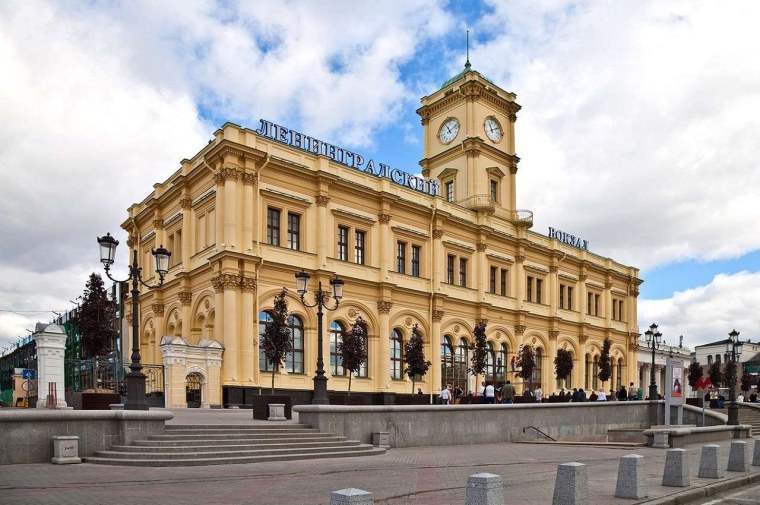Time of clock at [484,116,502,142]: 11:10
